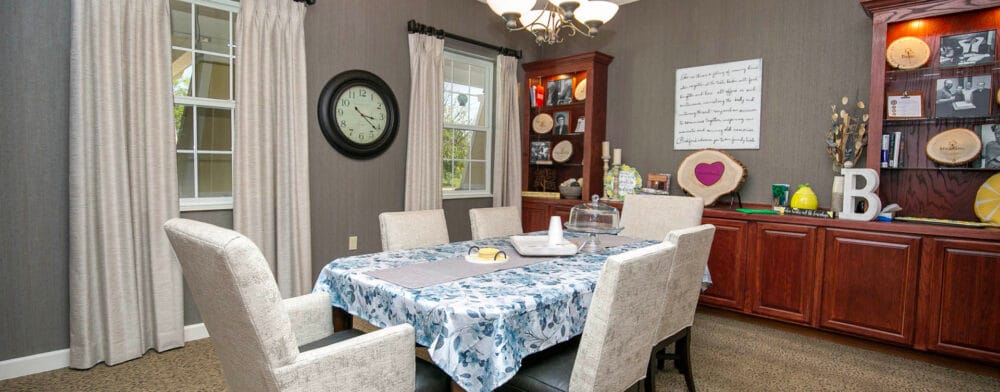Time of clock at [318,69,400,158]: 3:21
